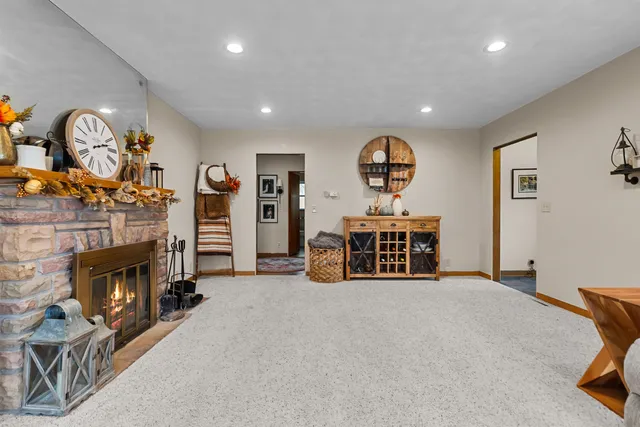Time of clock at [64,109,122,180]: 2:12
